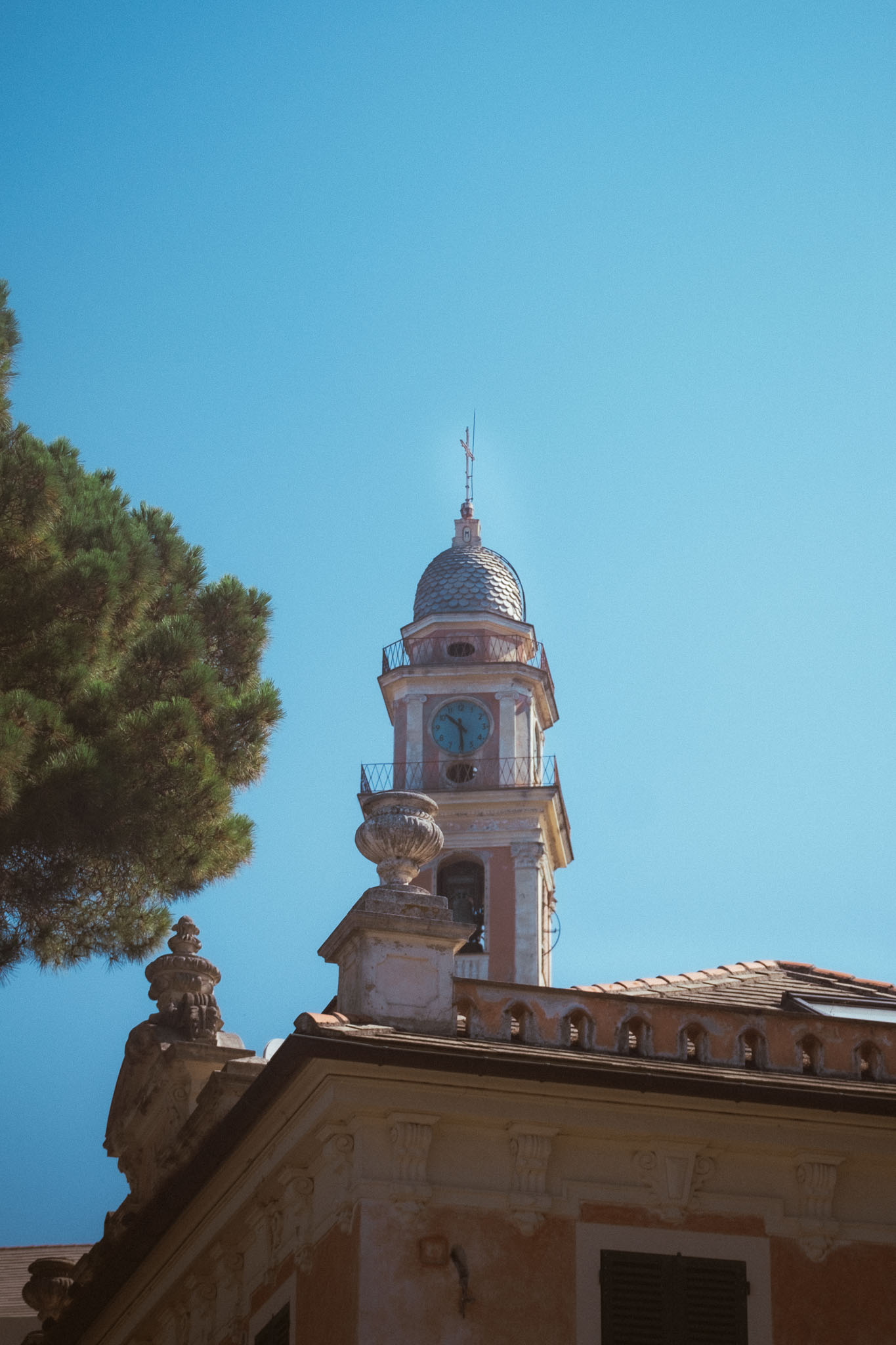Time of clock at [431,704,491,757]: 10:29
